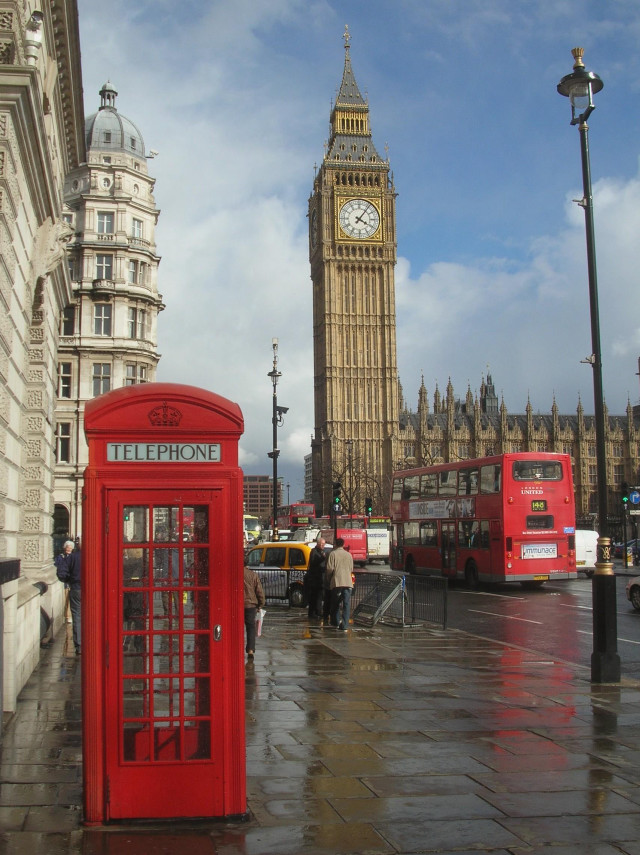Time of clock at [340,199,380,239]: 4:06
